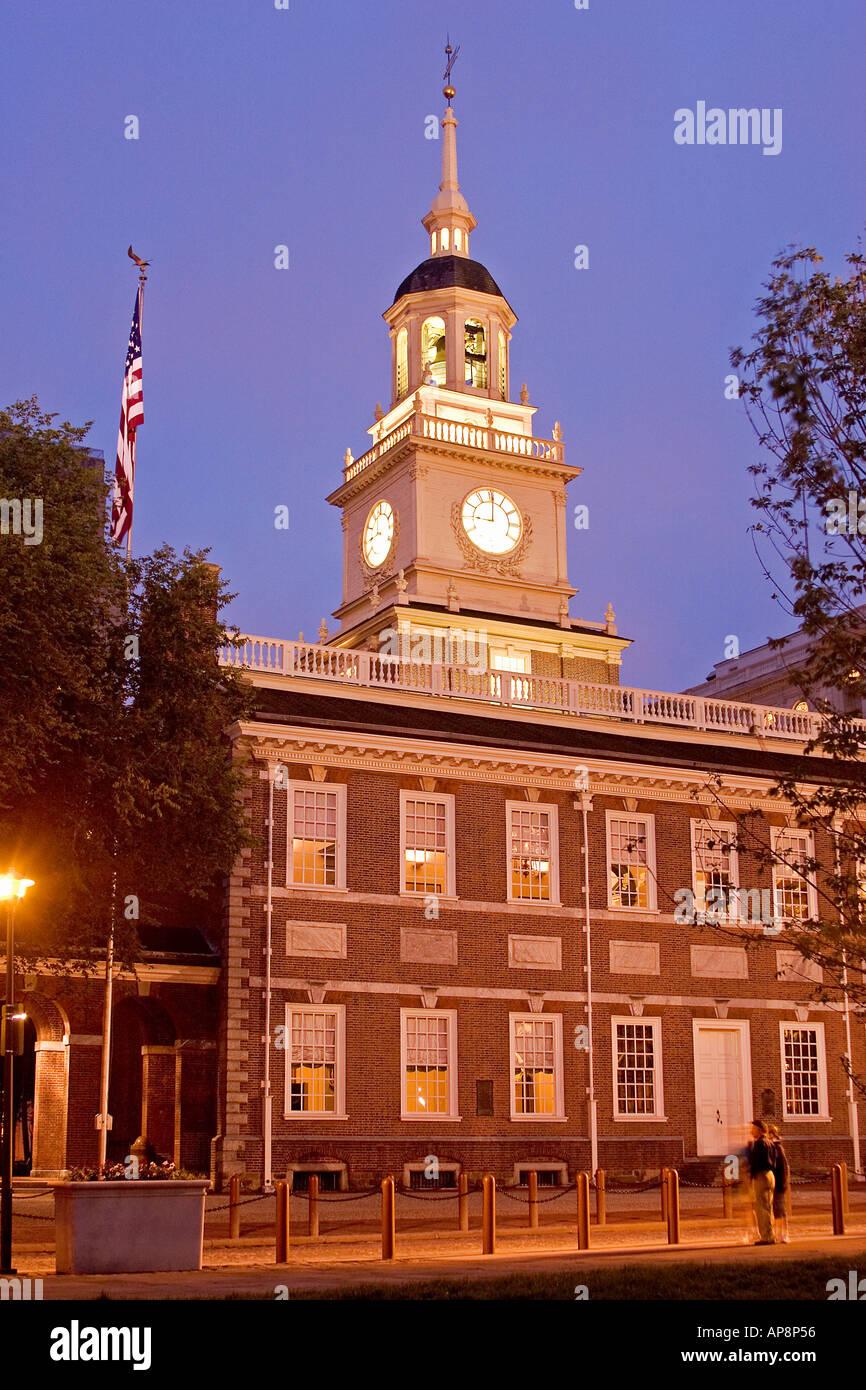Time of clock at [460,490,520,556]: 9:00
